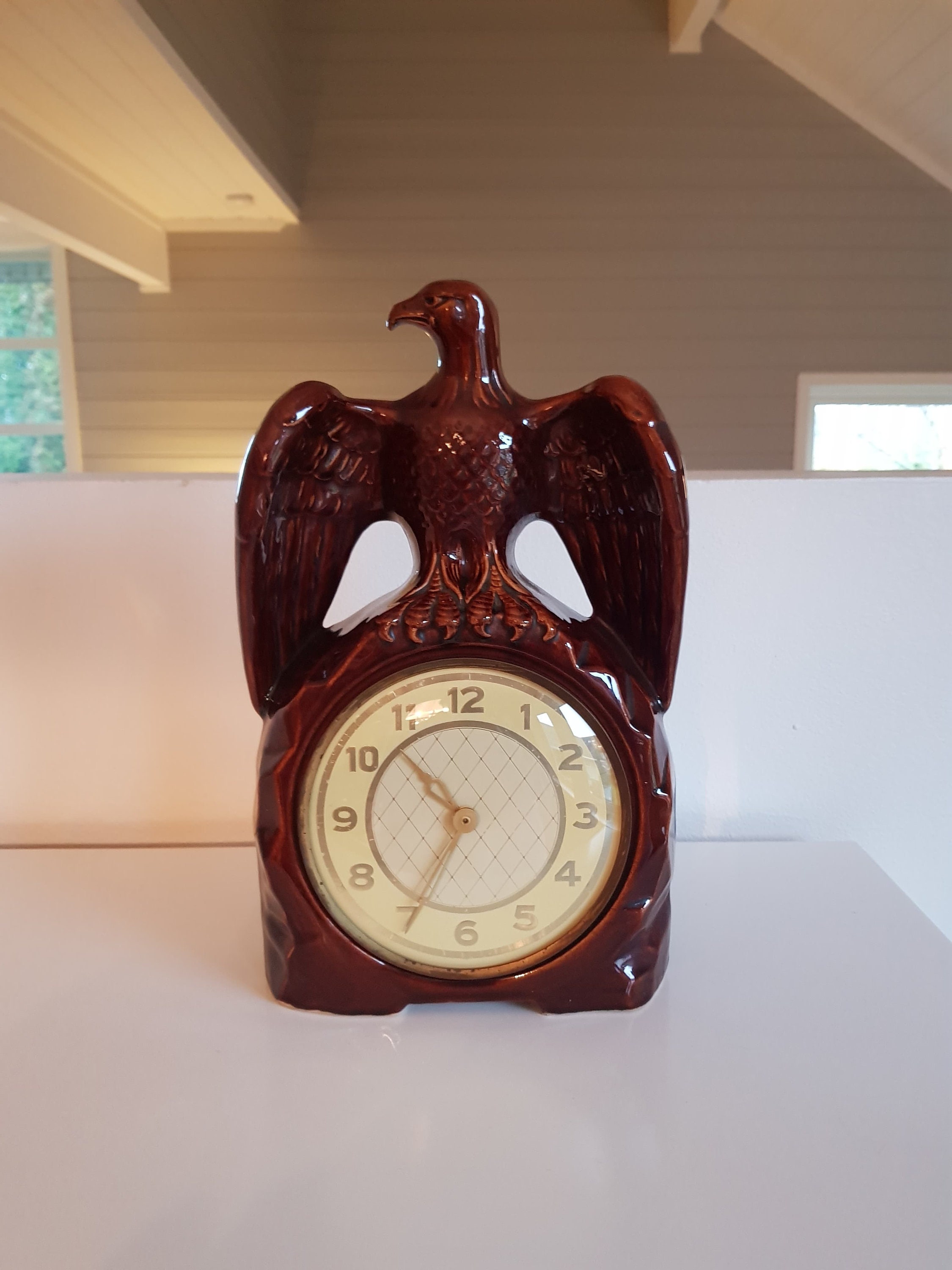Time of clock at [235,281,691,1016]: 10:34
